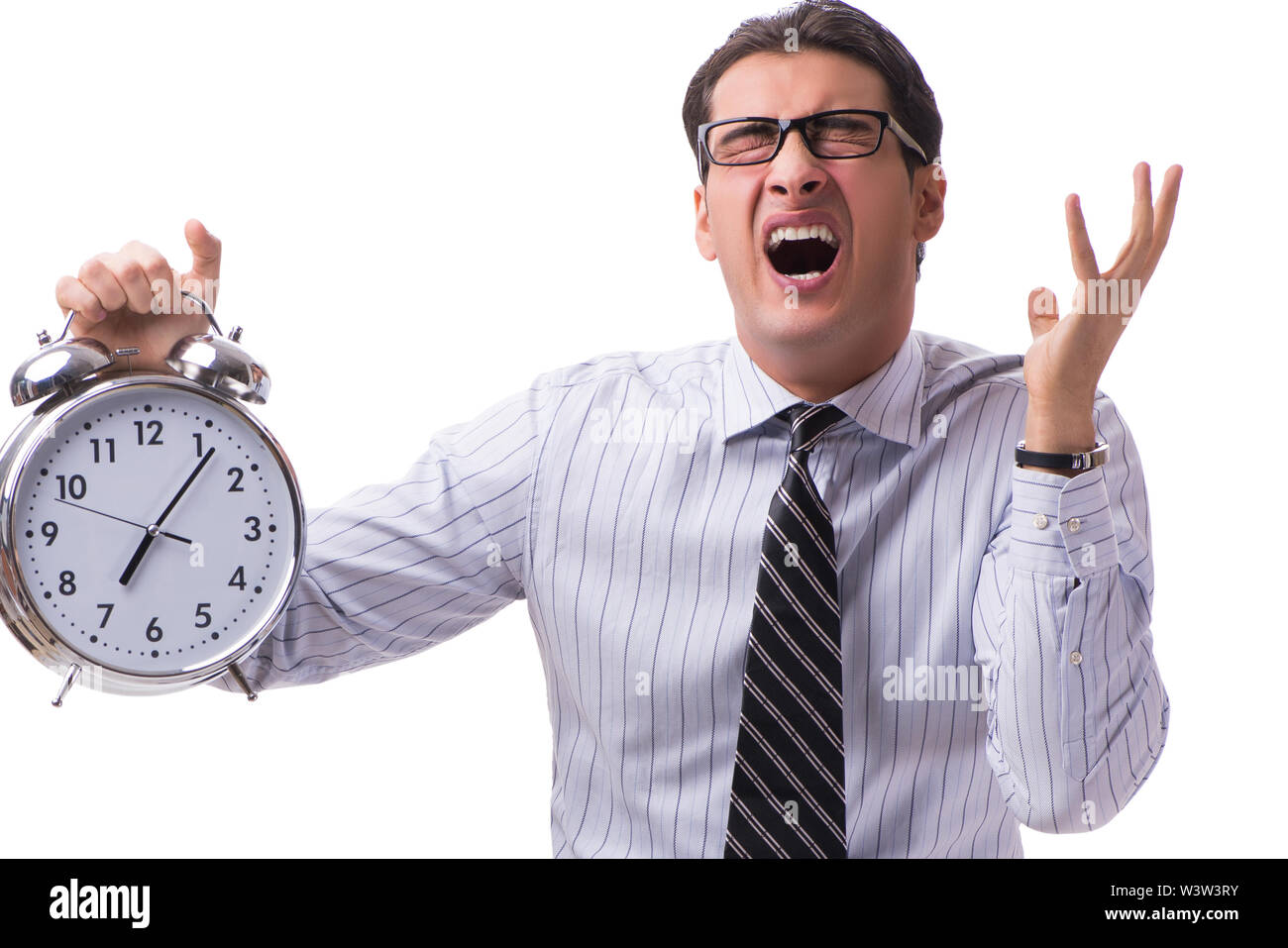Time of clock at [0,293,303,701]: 7:06
